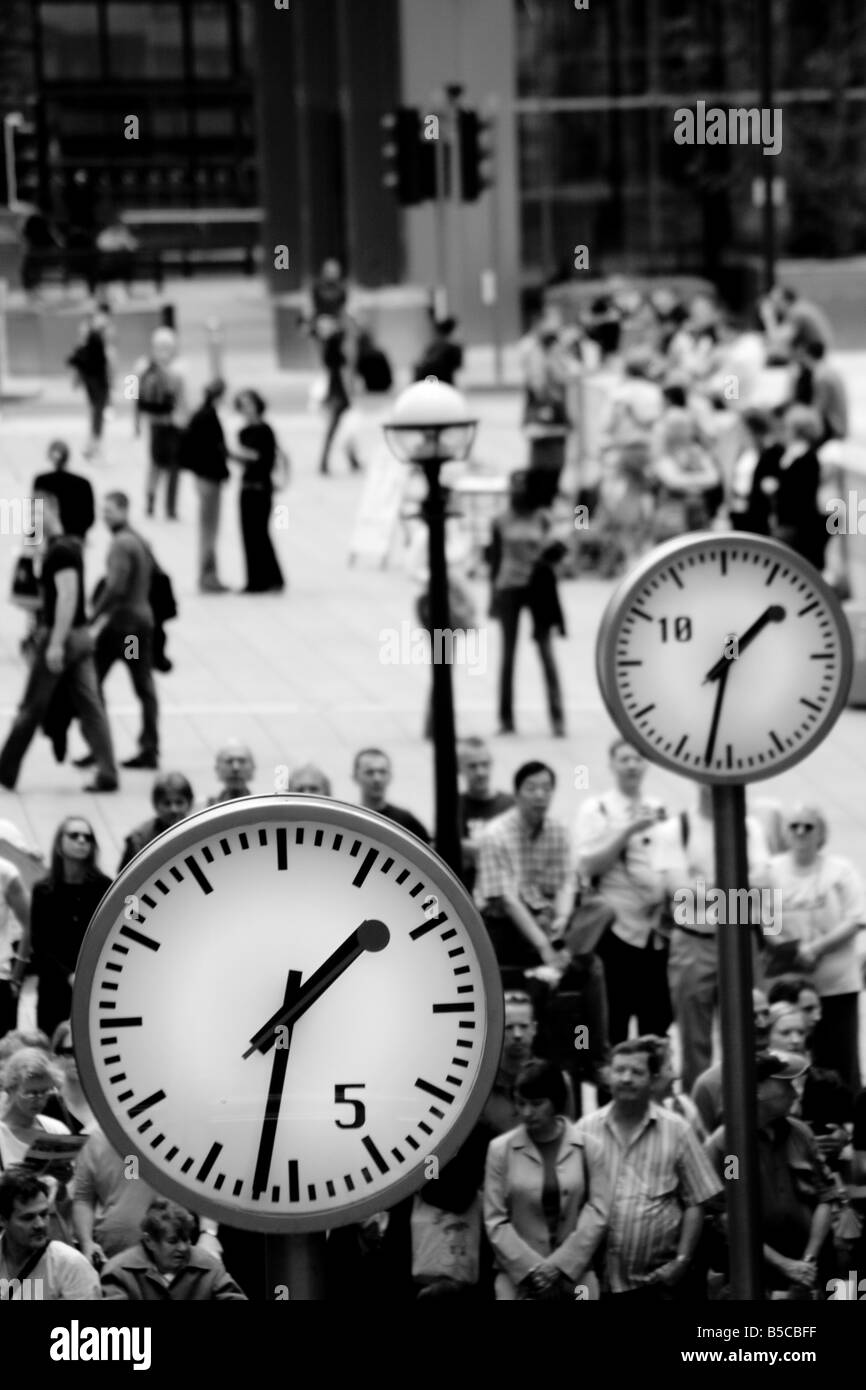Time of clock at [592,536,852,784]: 1:32
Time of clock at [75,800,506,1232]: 1:32
